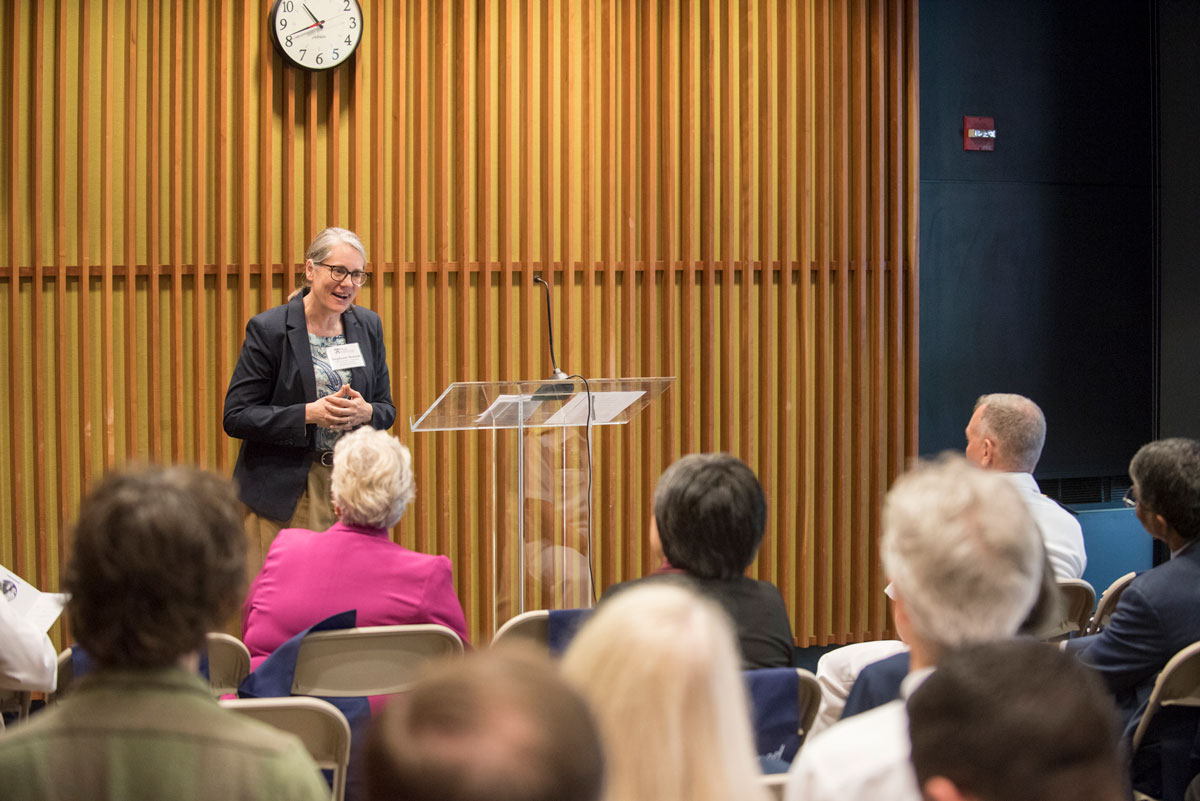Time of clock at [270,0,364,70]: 10:41
